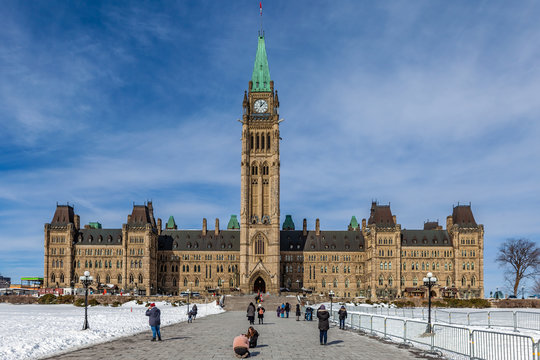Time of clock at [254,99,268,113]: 12:07
